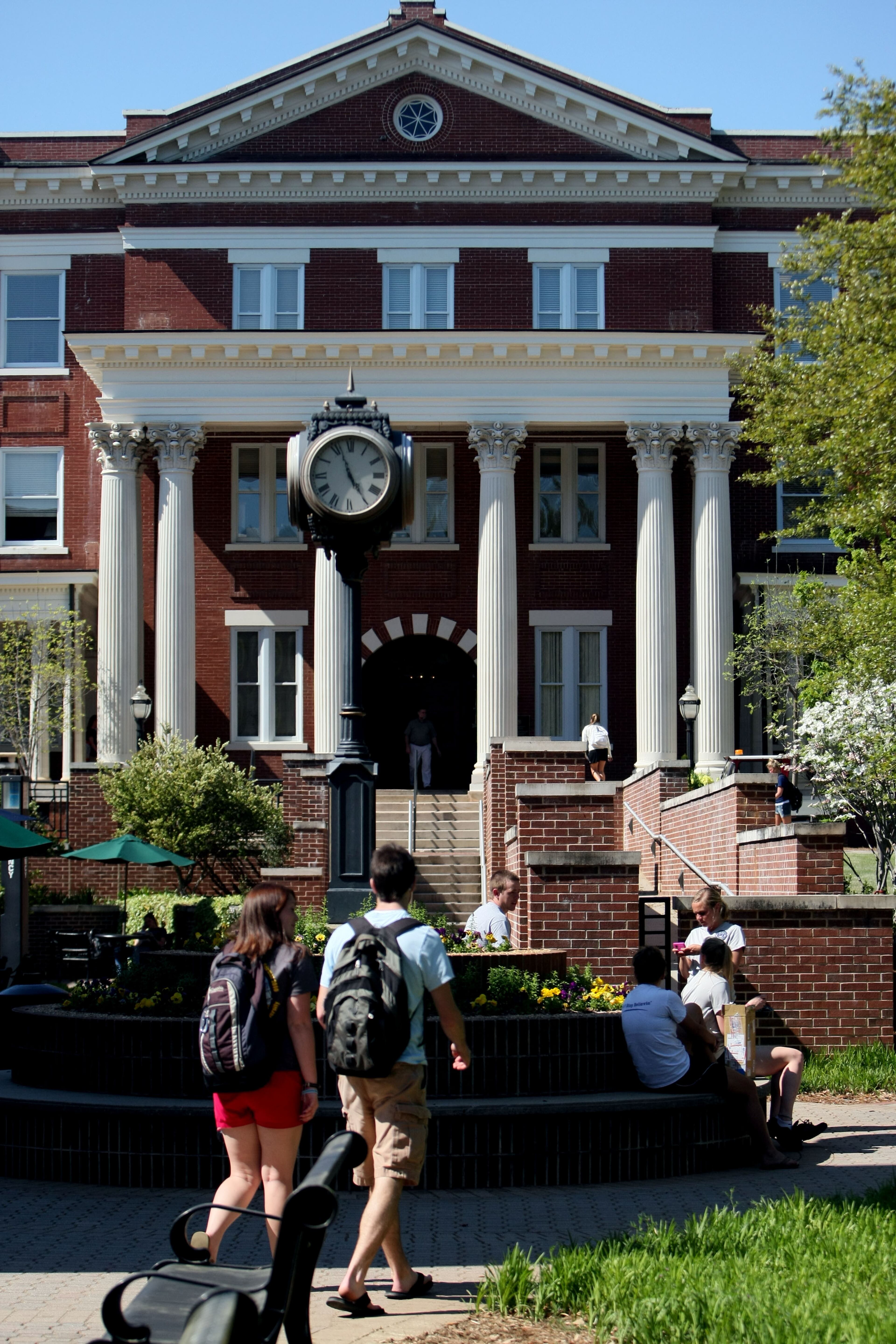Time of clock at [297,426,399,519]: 4:56
